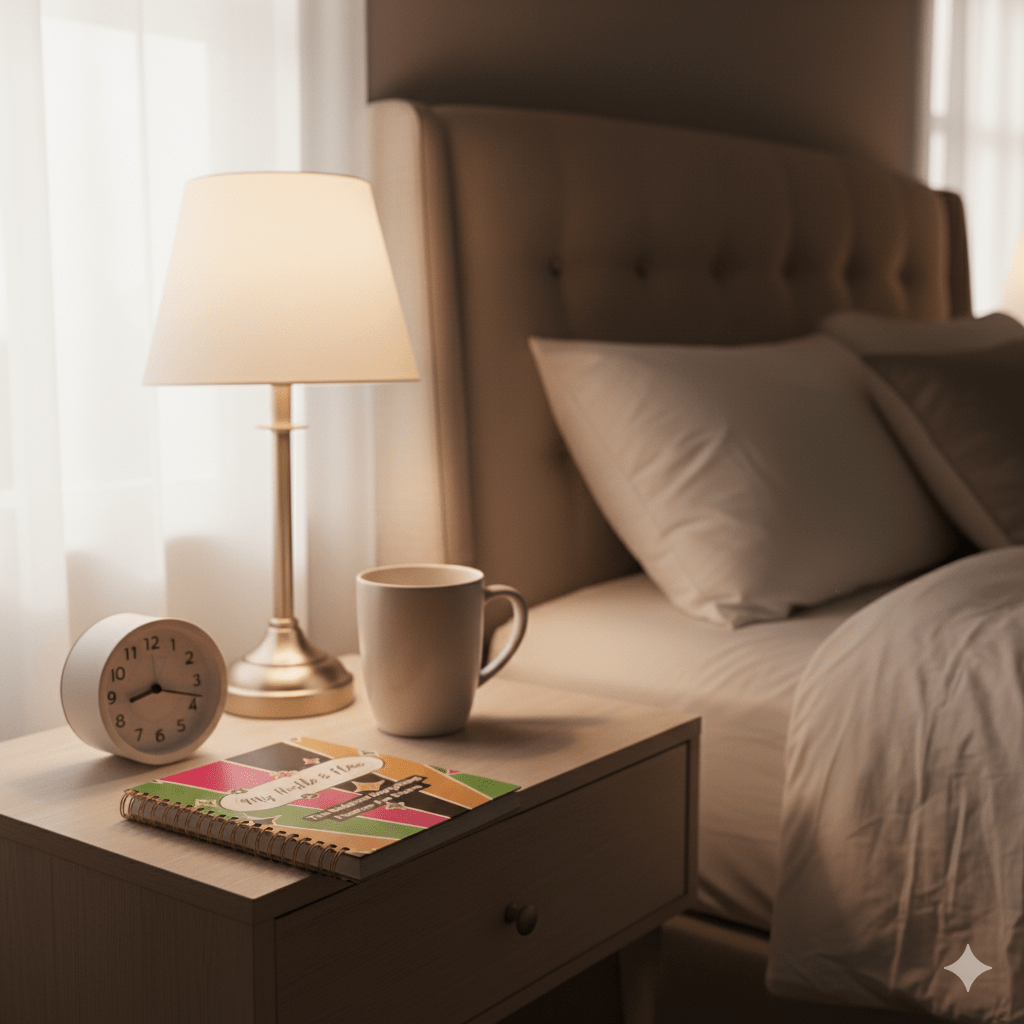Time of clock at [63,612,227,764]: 8:18
